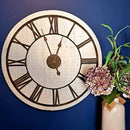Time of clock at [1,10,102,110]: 12:56
